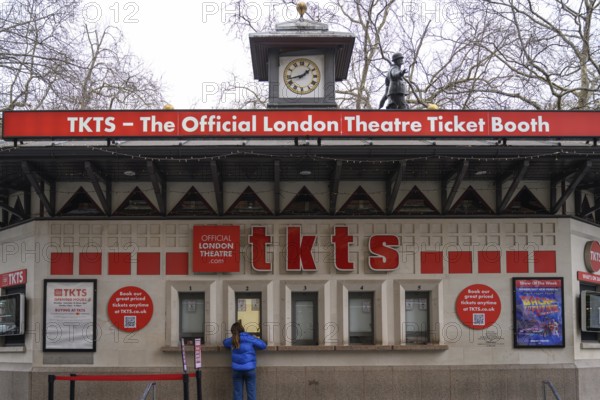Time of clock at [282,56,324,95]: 1:42
